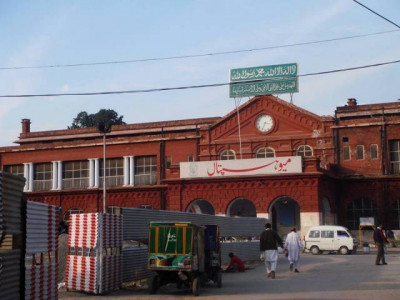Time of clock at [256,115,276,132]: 3:34
